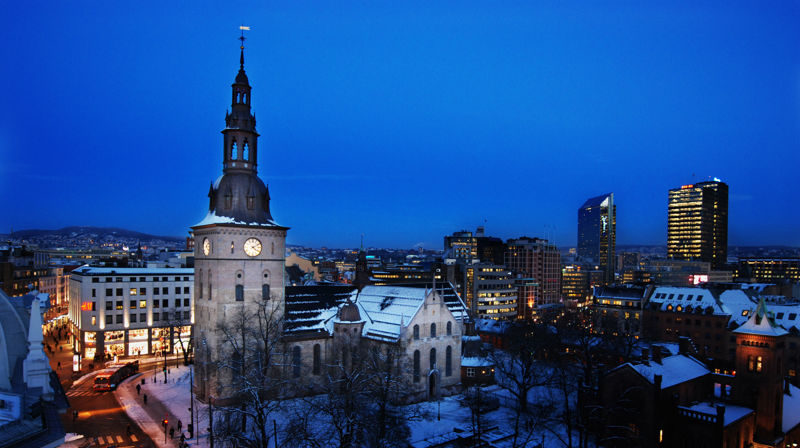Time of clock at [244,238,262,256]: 4:10
